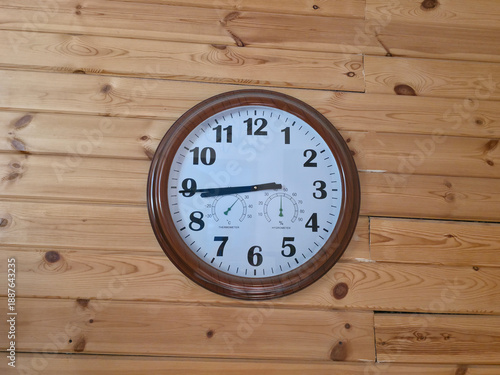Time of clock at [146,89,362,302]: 8:44
